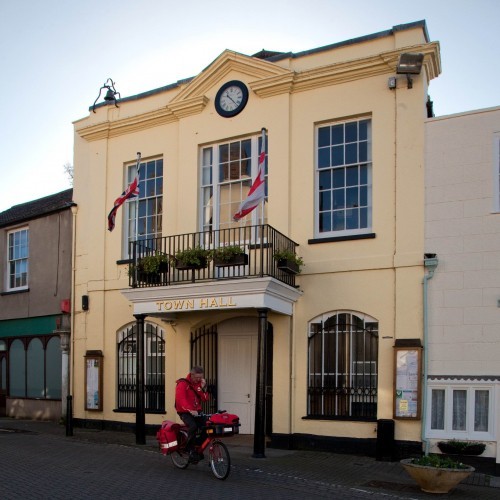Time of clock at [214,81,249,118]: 10:22
